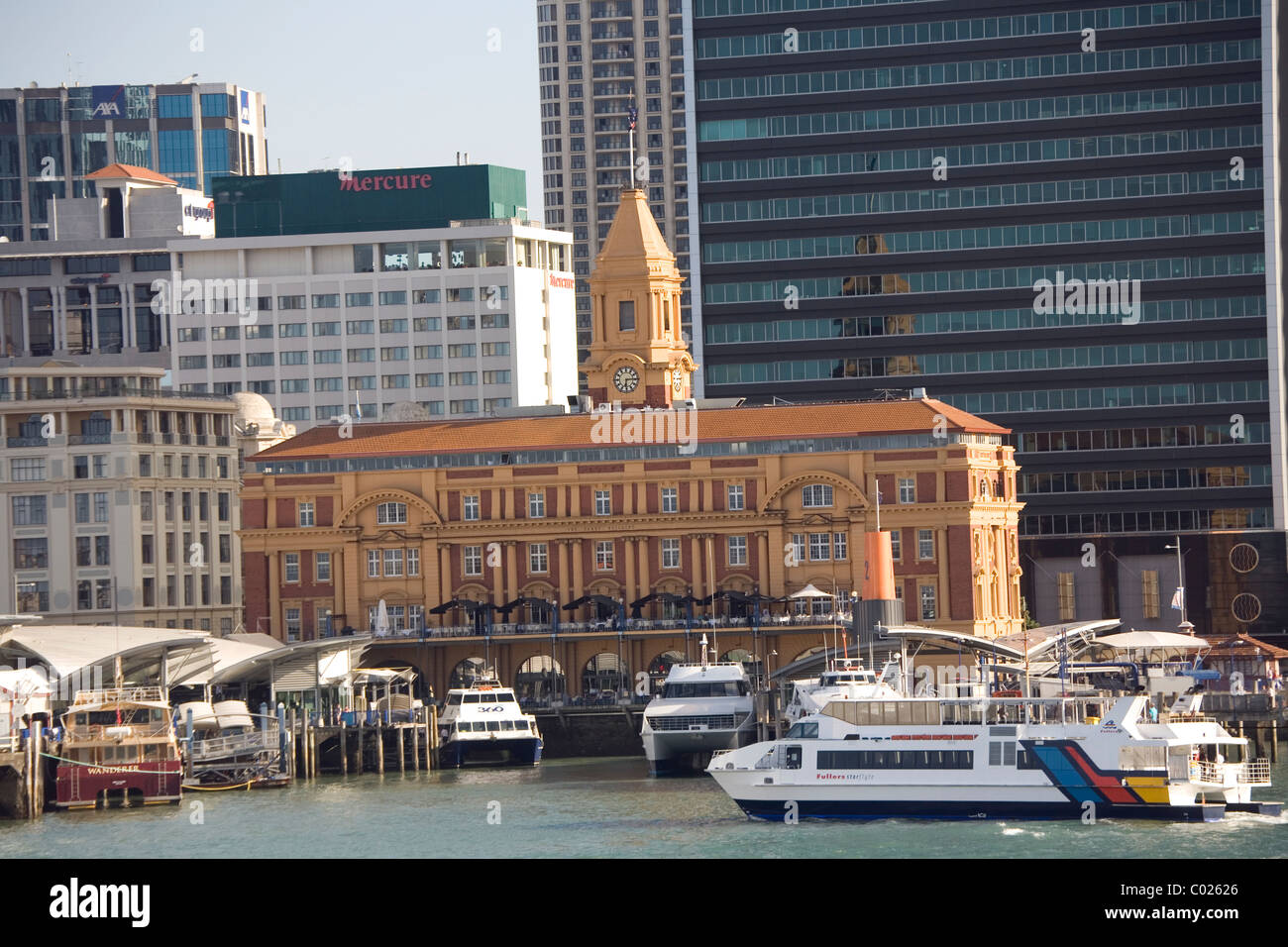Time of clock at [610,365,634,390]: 6:14
